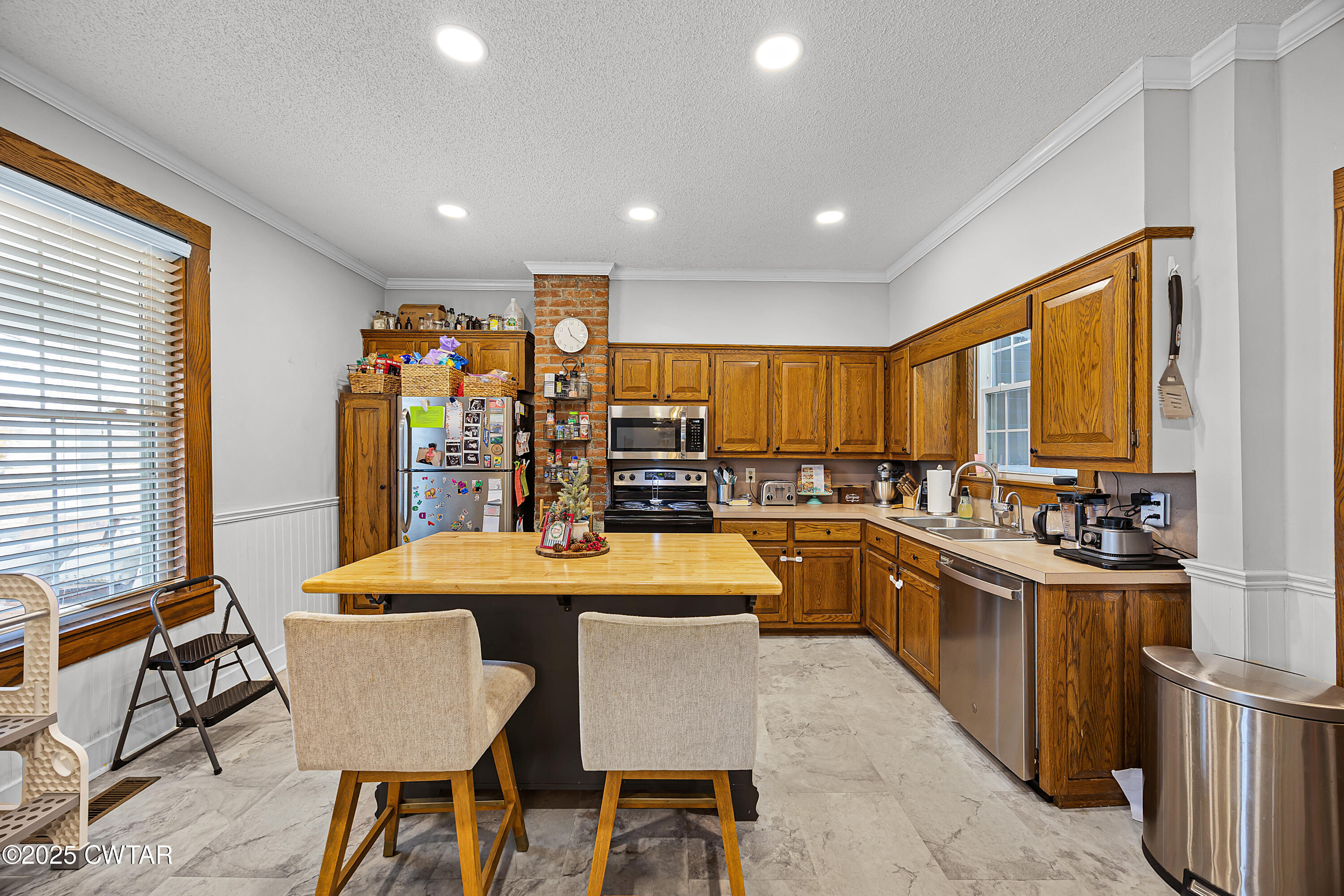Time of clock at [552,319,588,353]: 11:21
